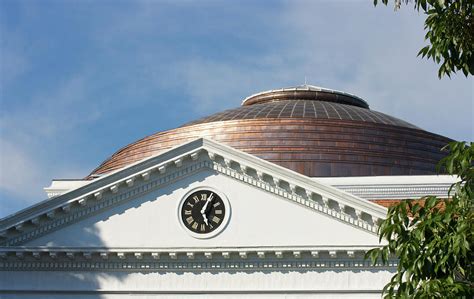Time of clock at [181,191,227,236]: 5:04
